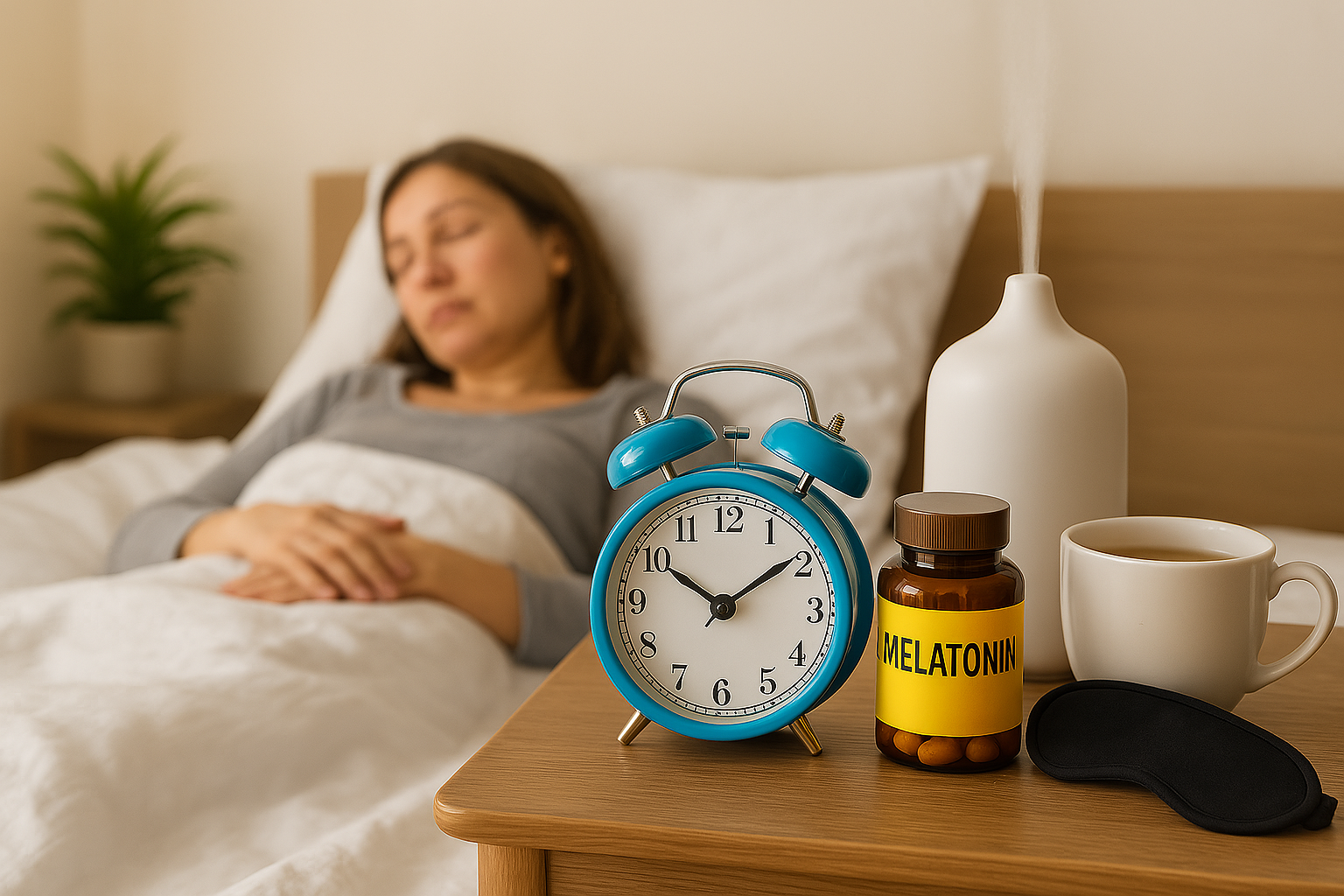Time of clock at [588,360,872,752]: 10:09
